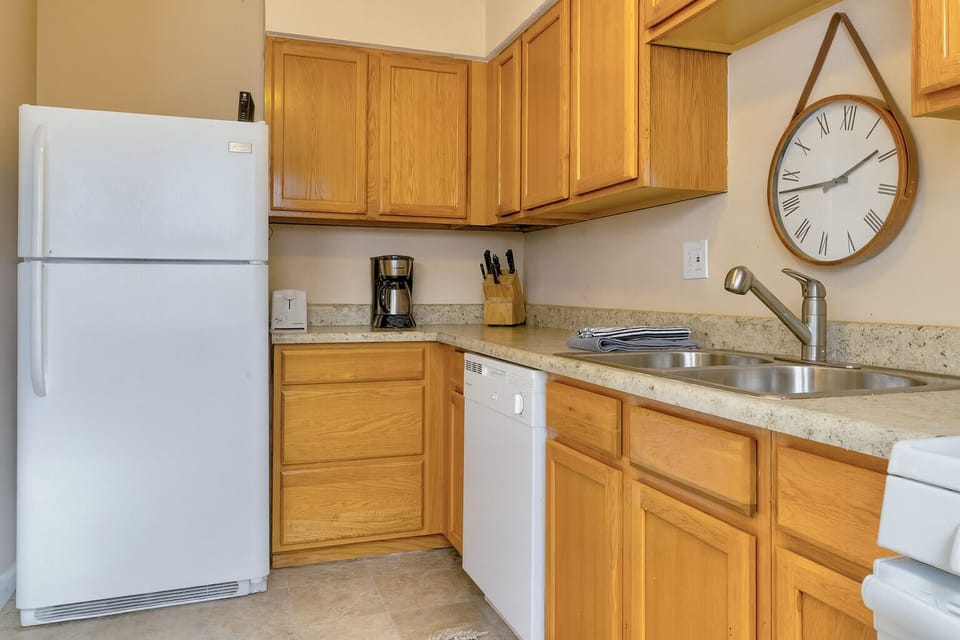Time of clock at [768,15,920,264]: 1:42
